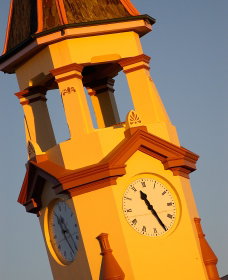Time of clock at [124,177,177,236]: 11:25
